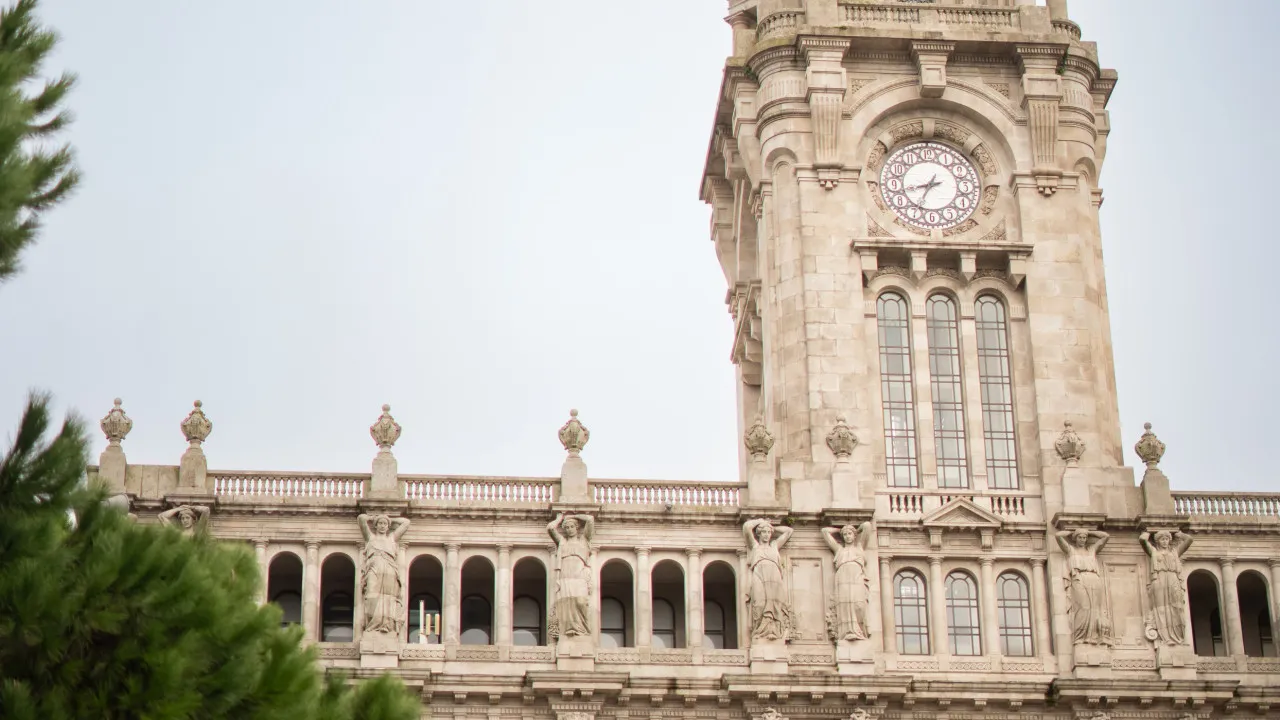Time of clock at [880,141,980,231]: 8:34
